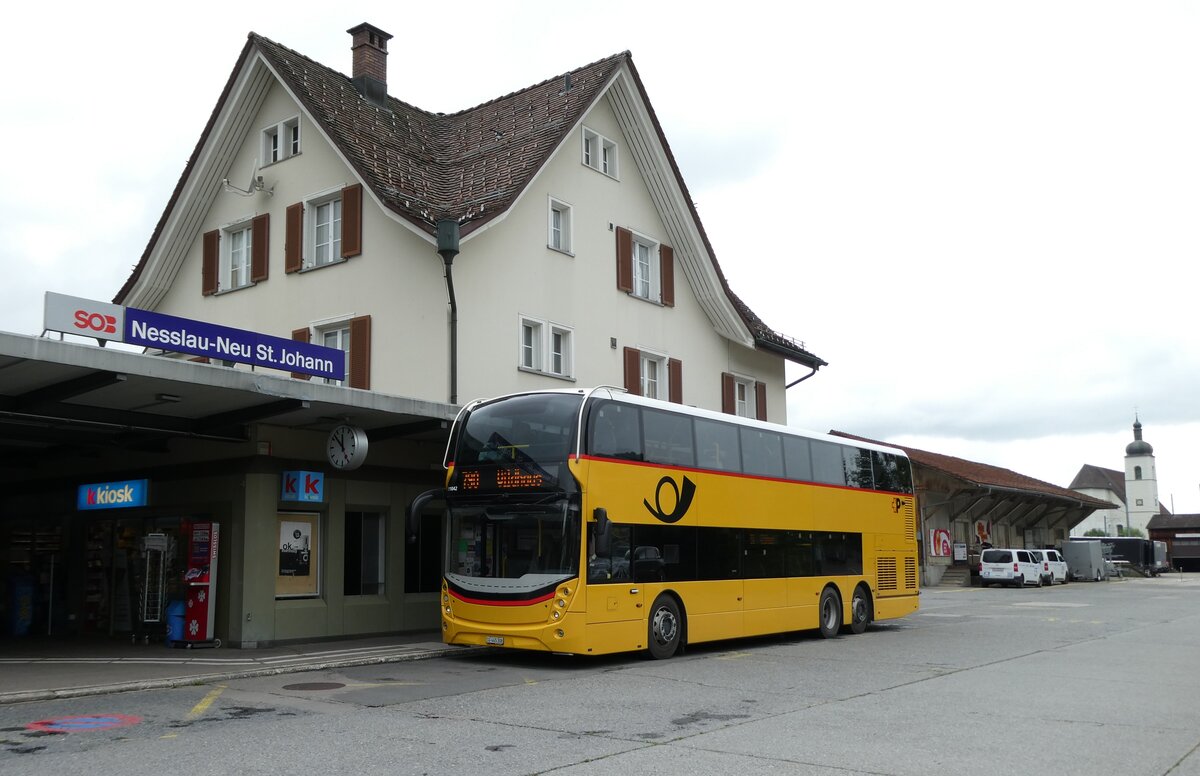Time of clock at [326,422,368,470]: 11:52
